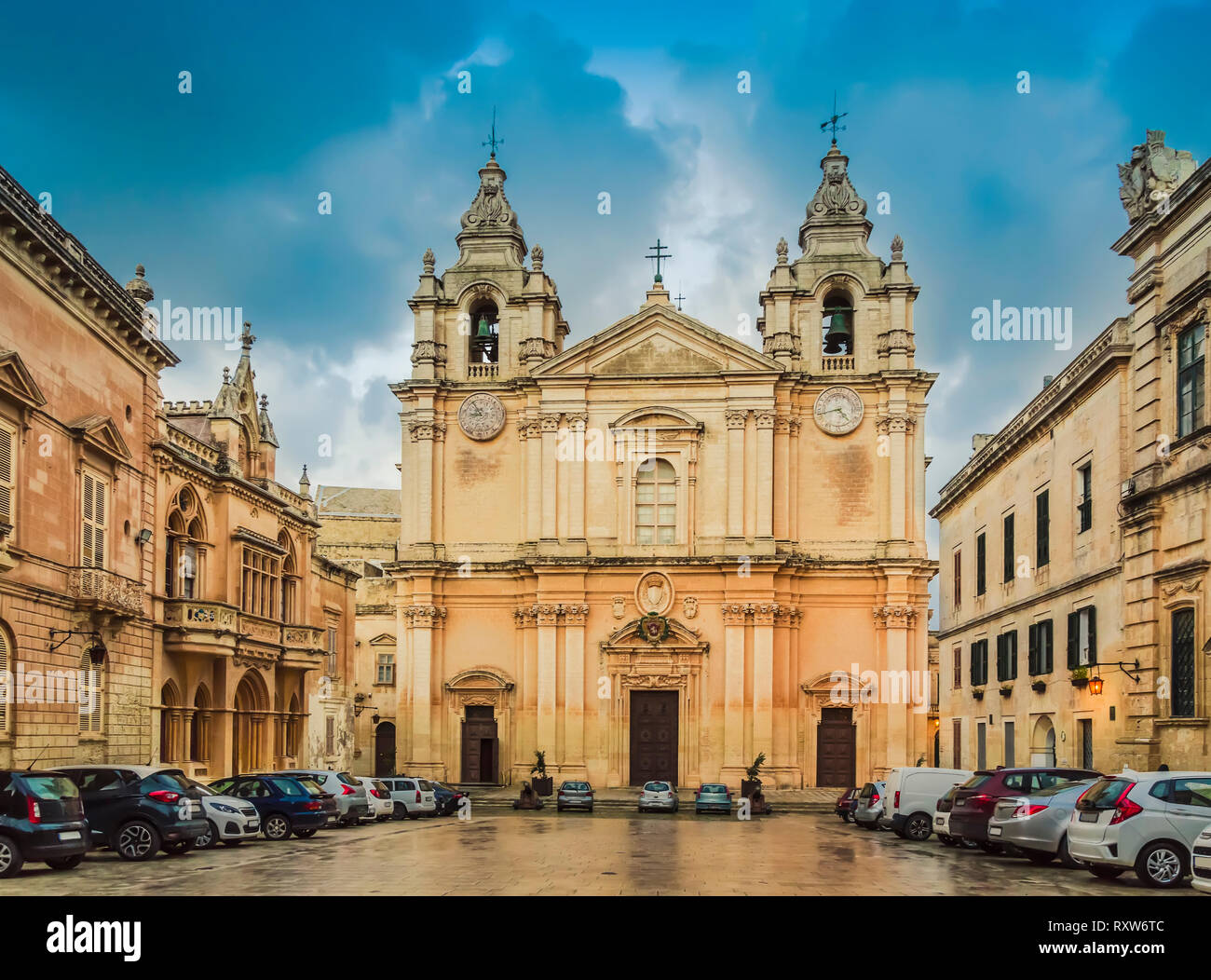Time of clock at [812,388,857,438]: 4:42
